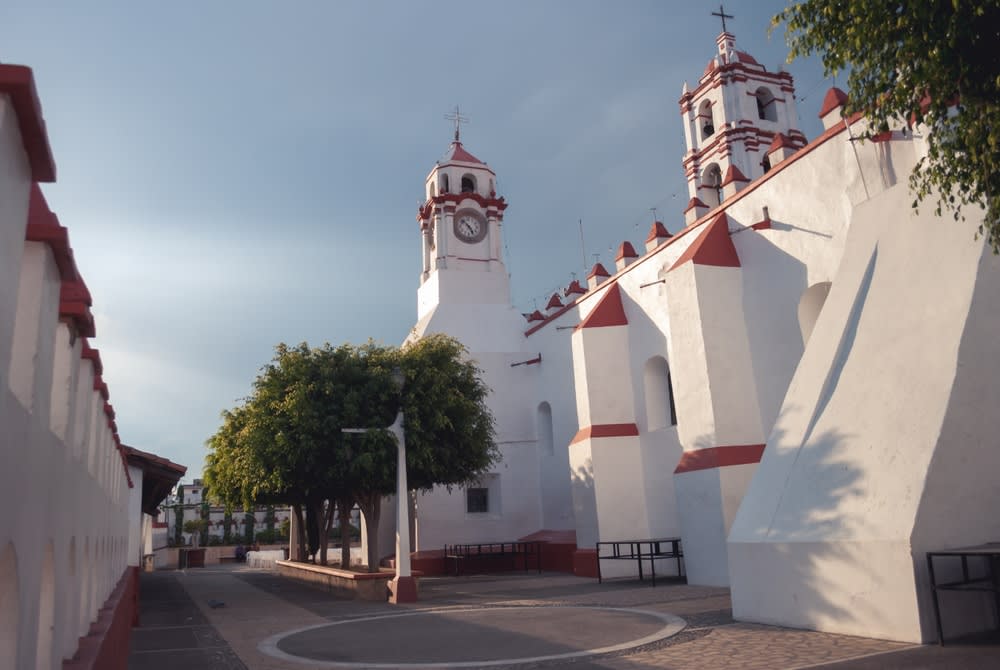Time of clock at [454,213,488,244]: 4:52
